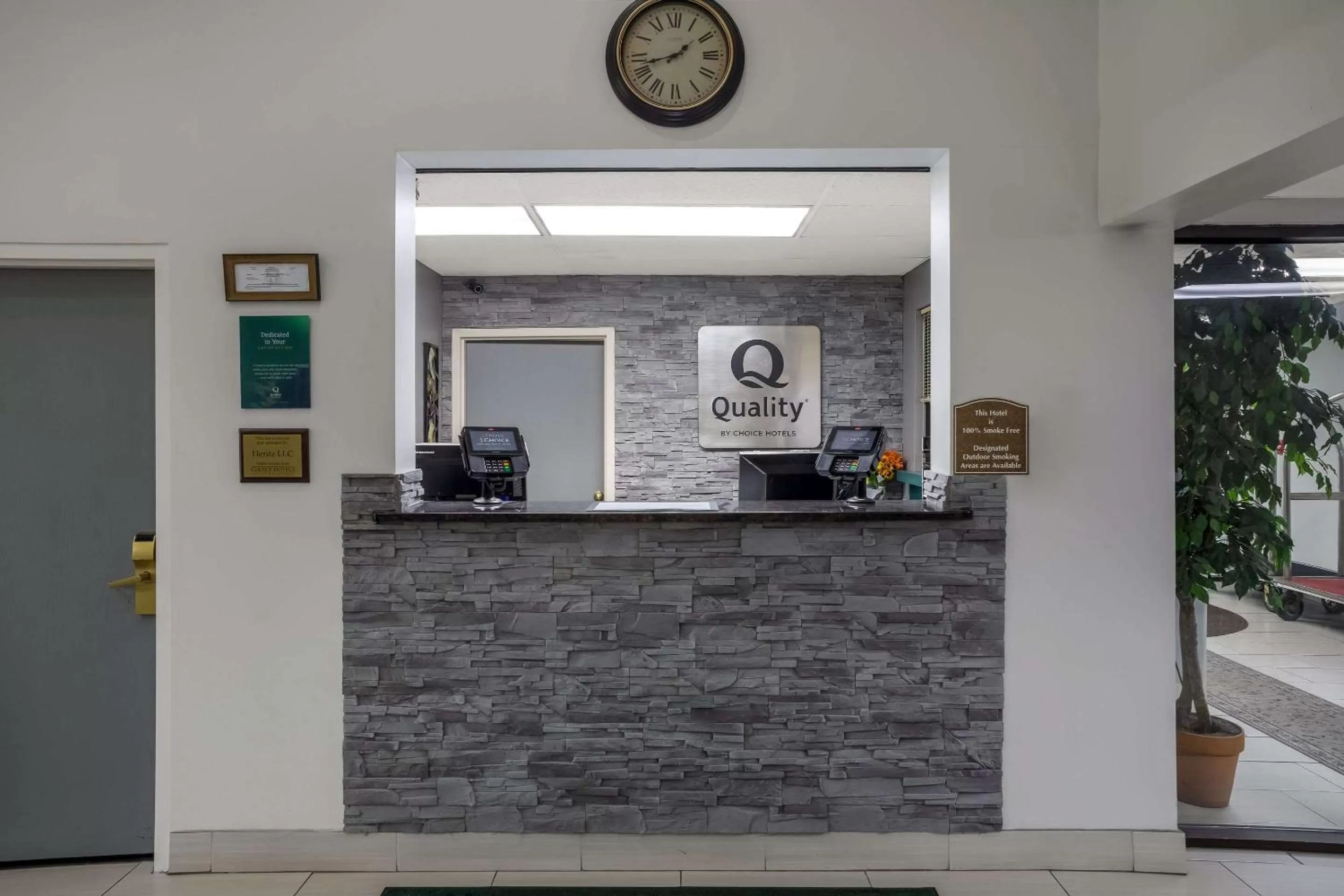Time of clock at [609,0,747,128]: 1:42
